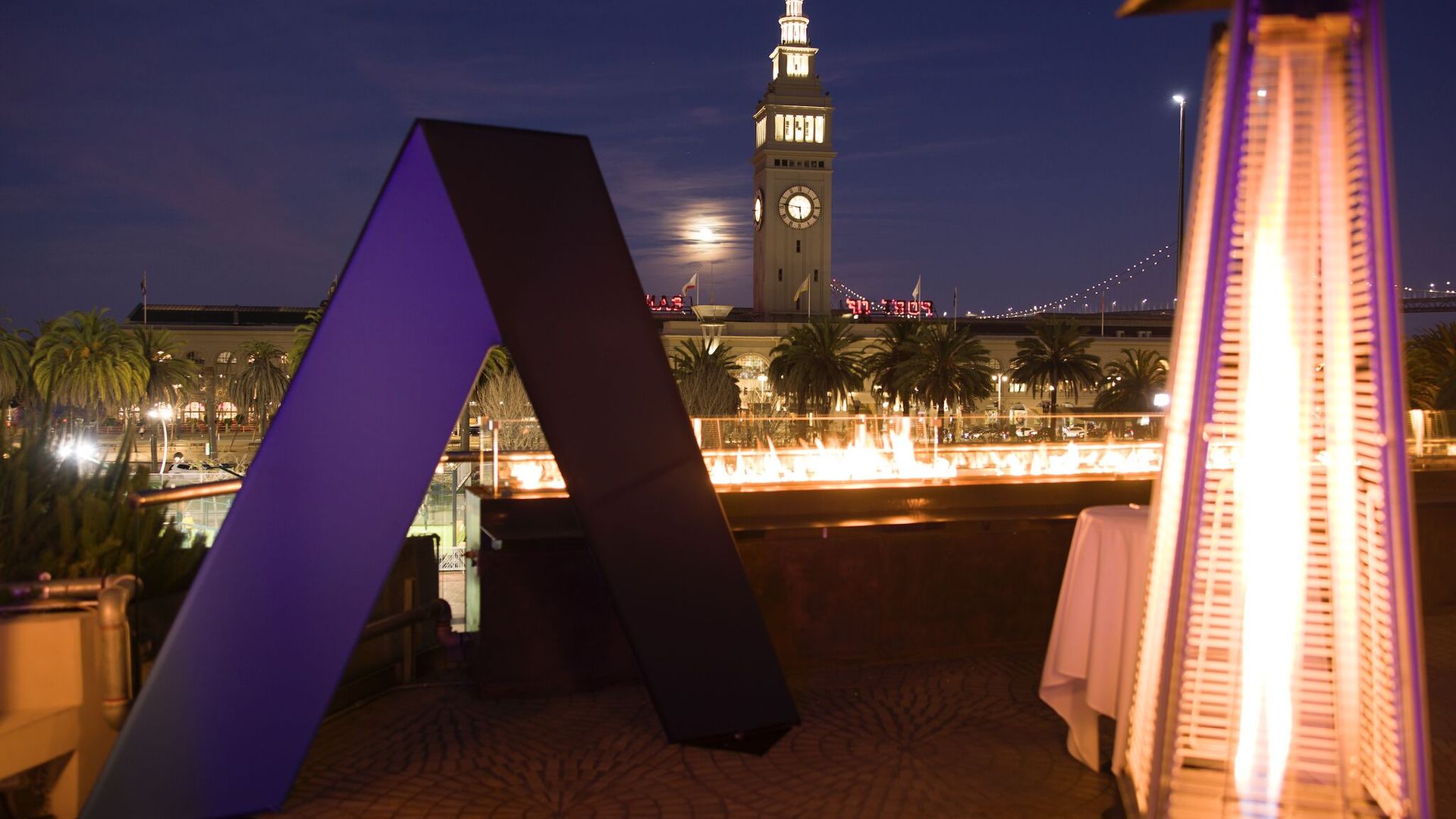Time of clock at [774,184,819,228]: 5:46
